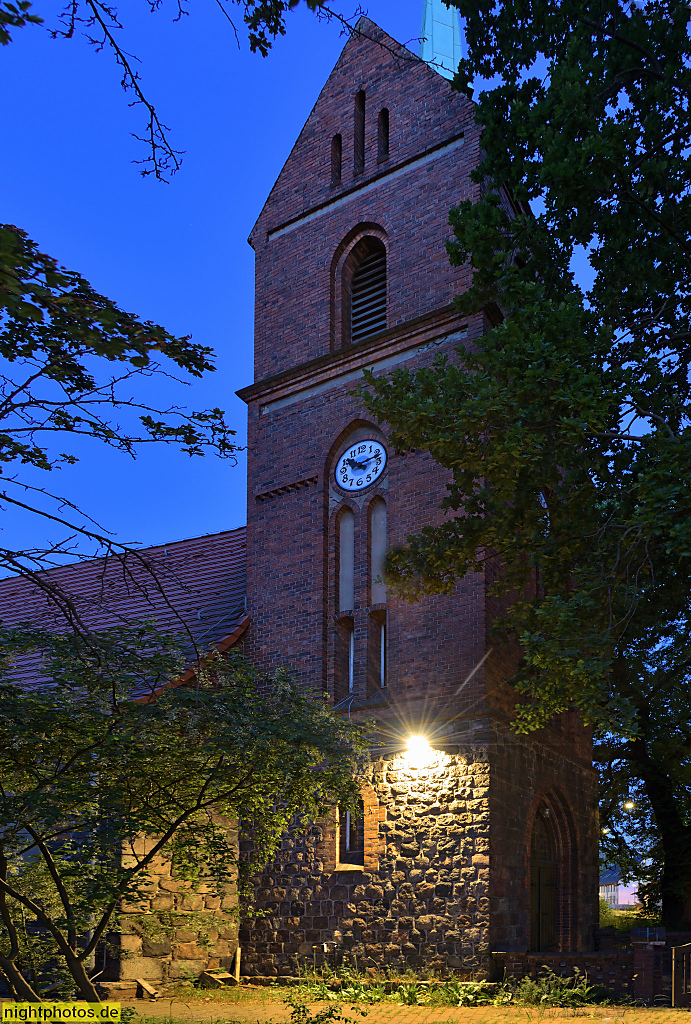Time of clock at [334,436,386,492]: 10:12
